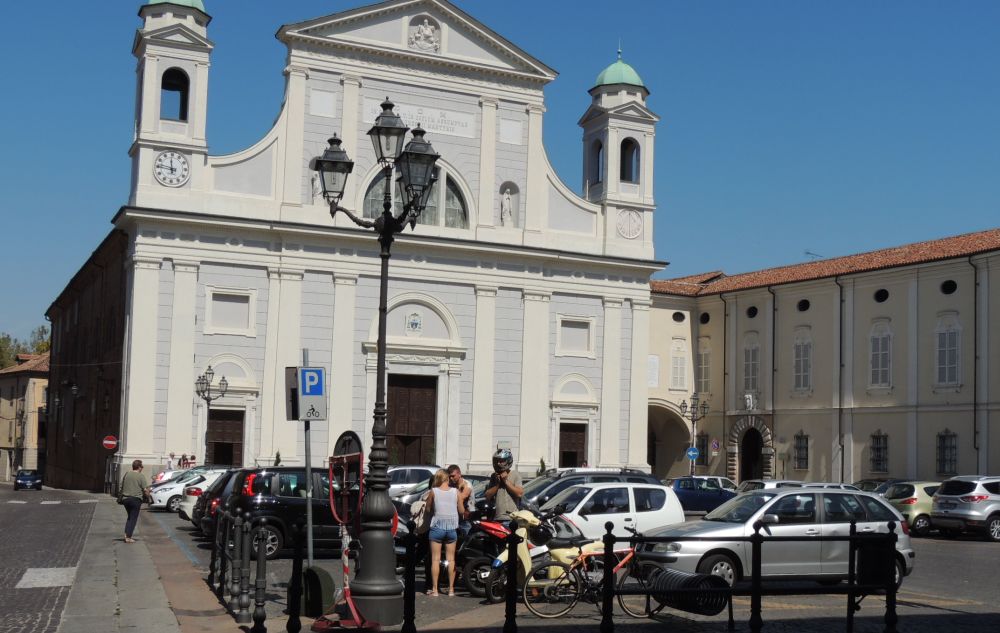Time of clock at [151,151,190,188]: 11:46
